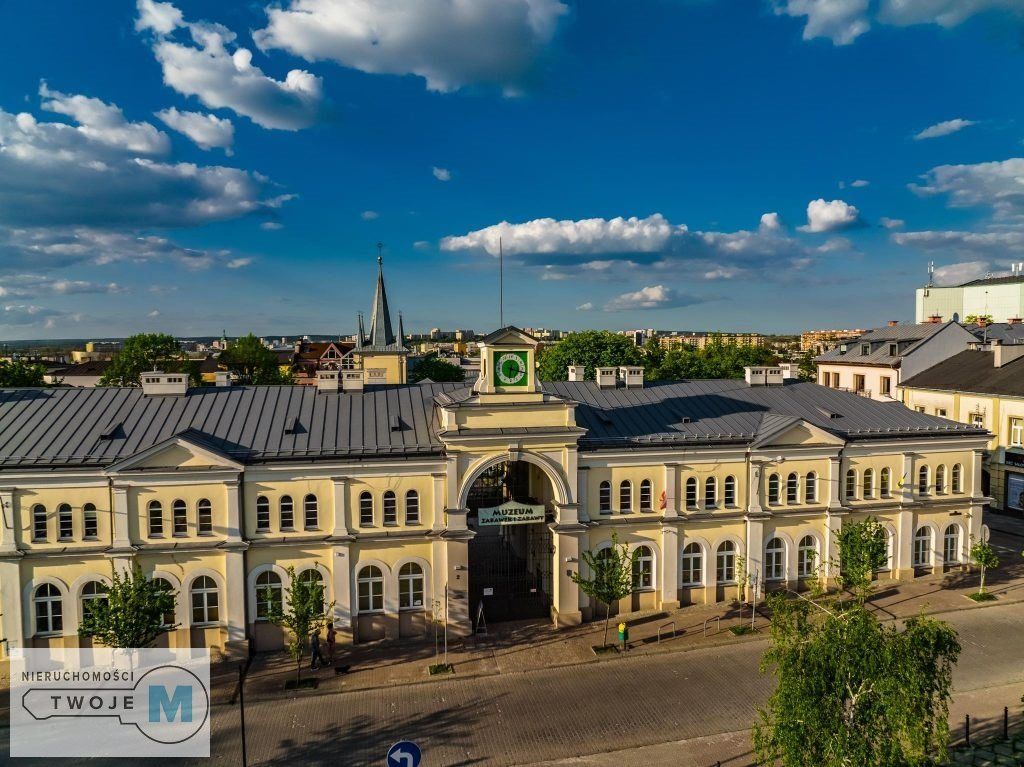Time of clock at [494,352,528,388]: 6:17
